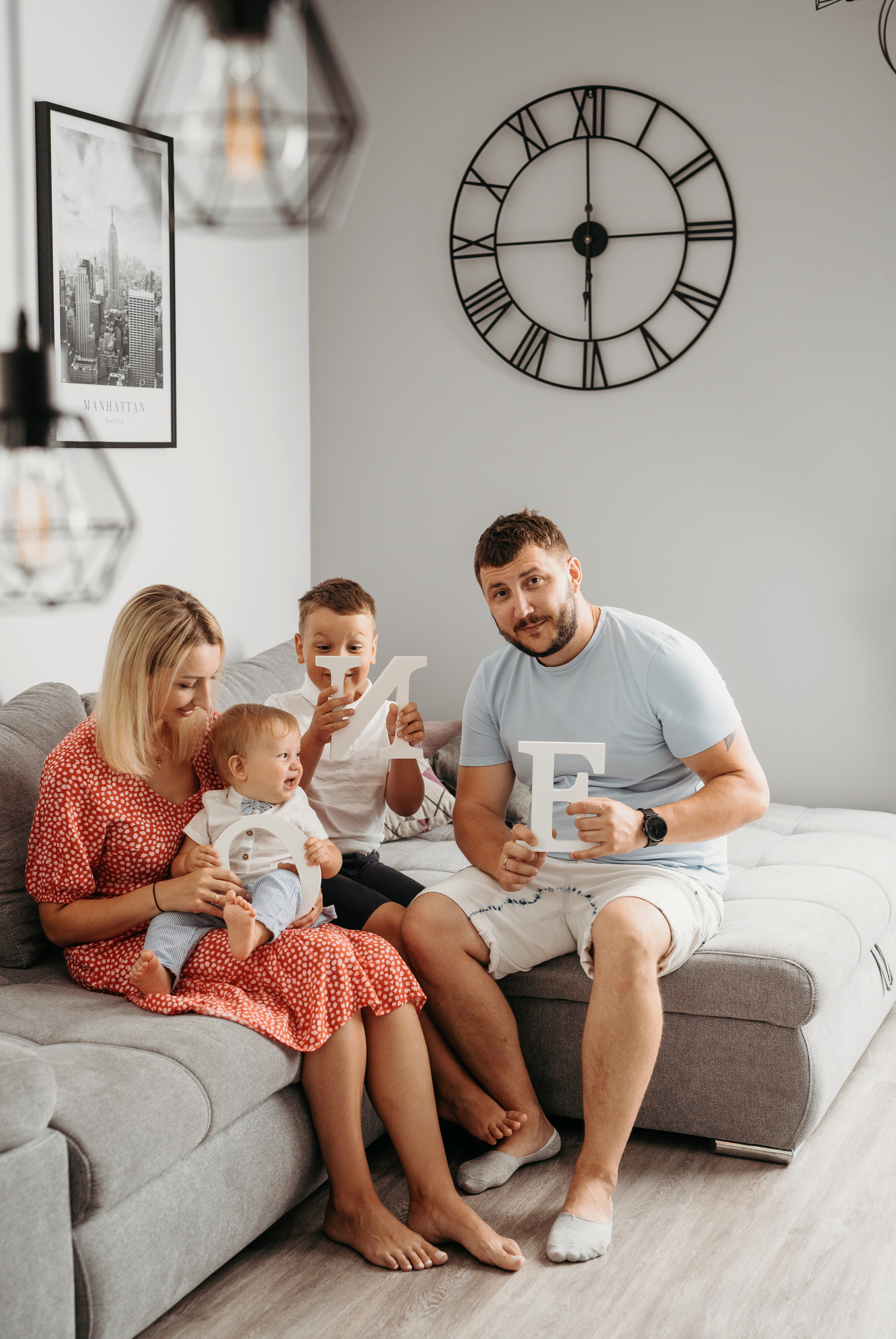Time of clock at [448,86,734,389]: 5:59
